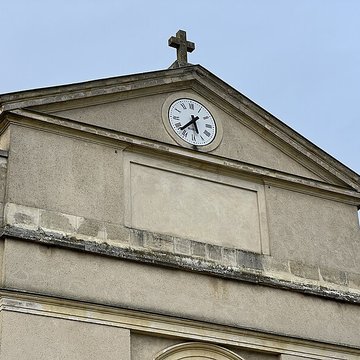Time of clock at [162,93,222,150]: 5:37
